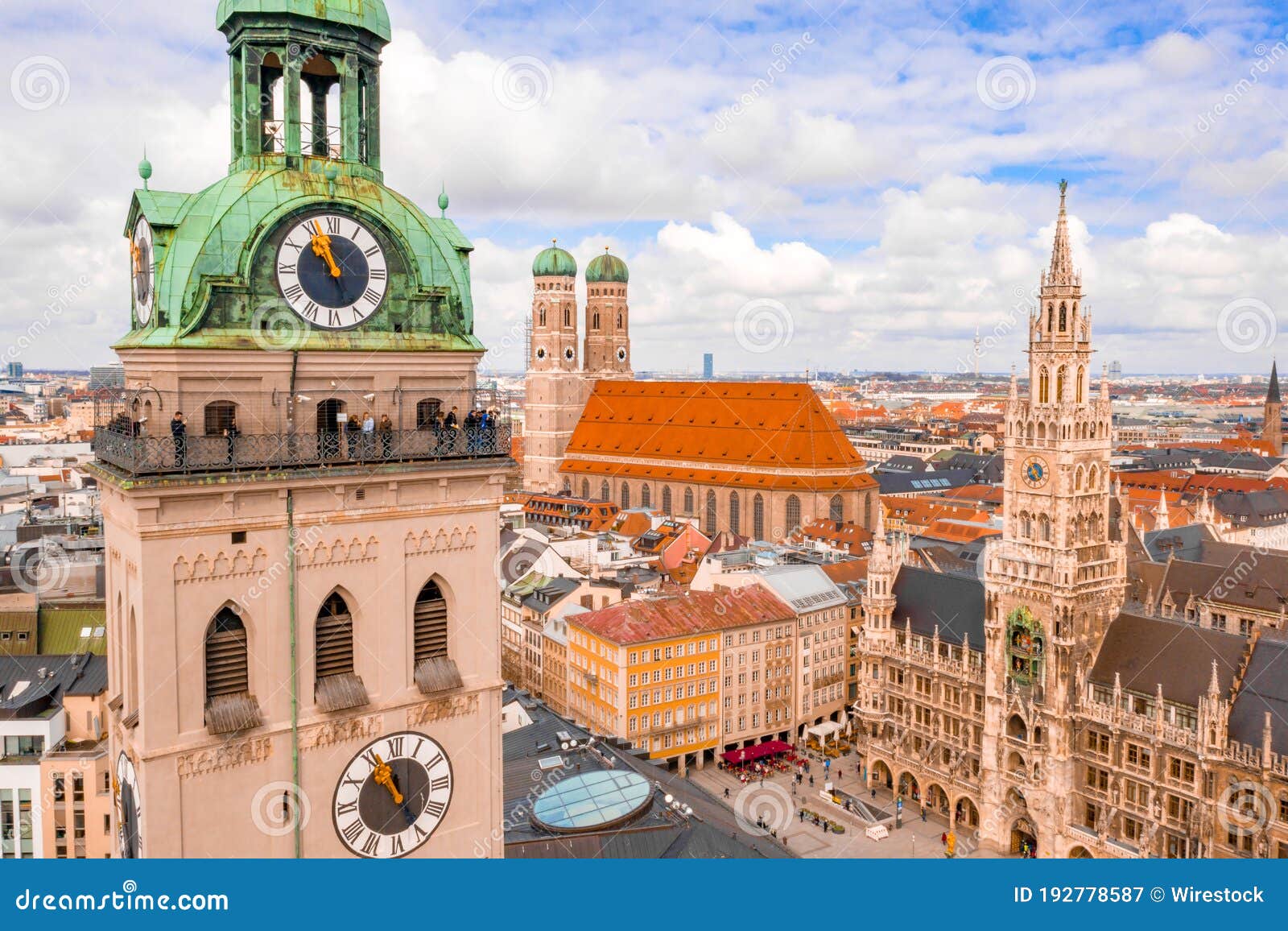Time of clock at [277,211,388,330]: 10:56
